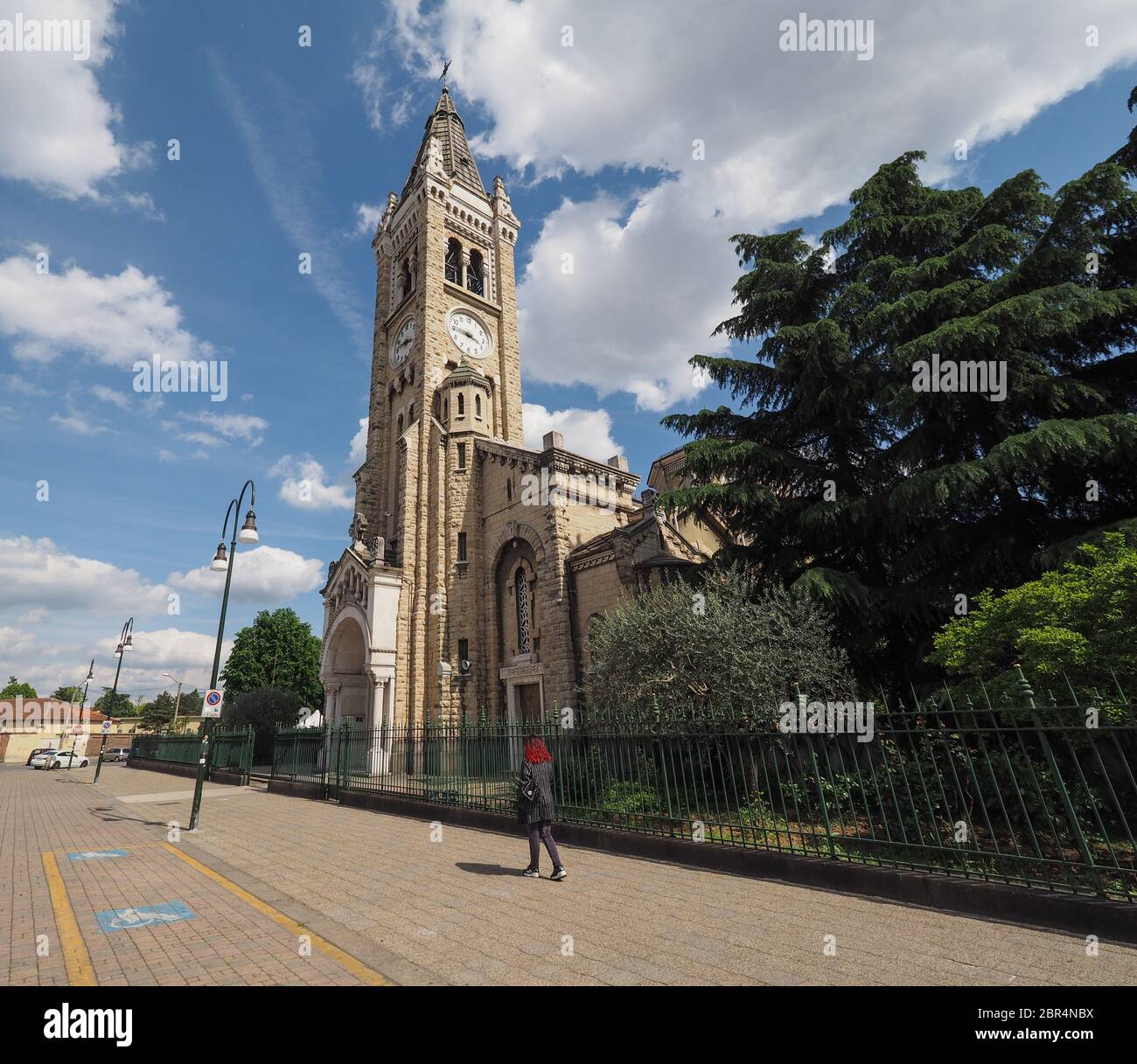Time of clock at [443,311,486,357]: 3:44
